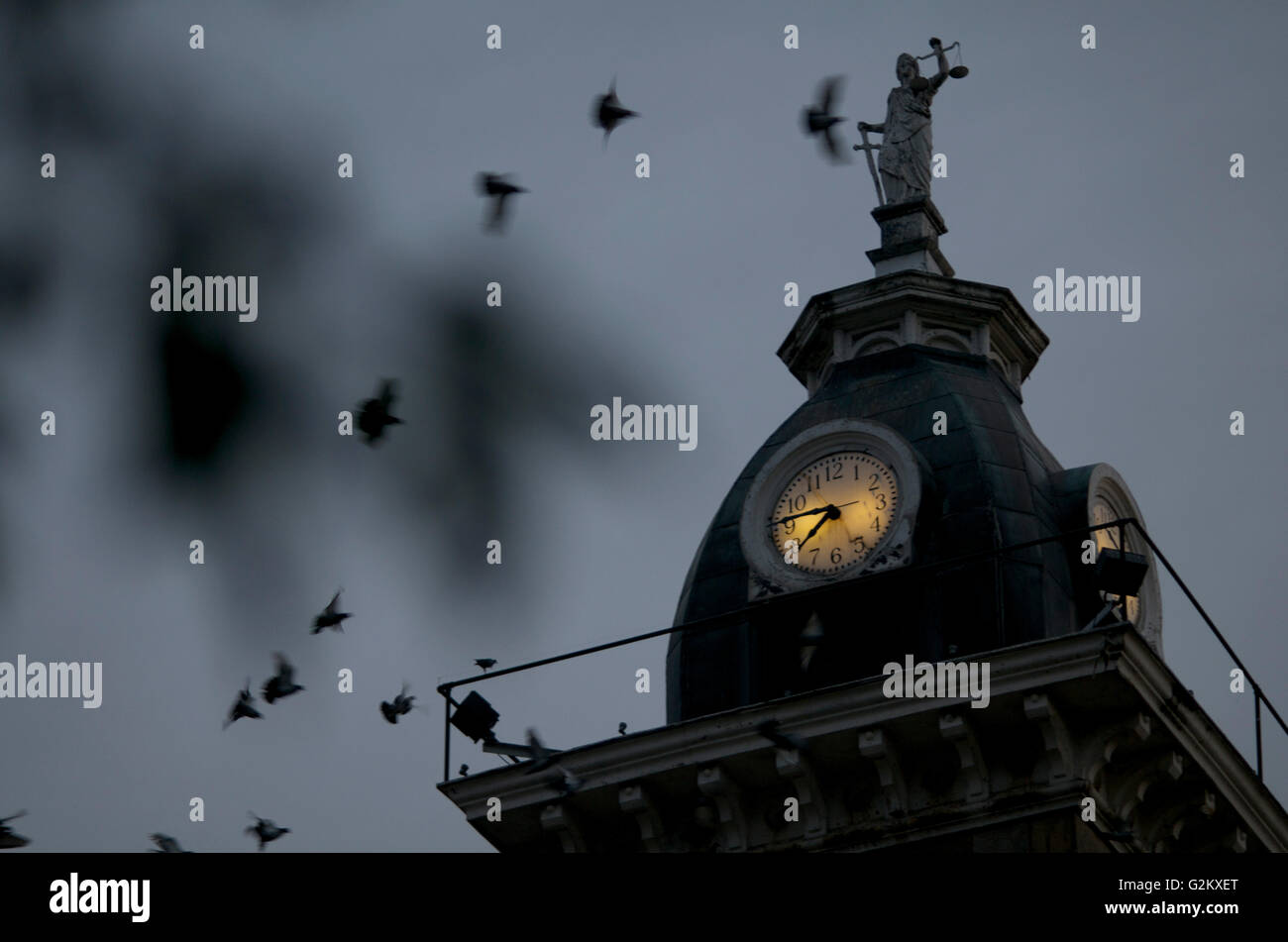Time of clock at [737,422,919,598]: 7:46
